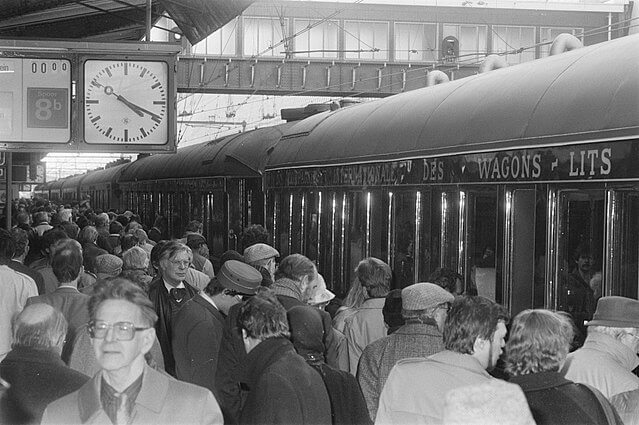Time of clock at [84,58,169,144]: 4:19
